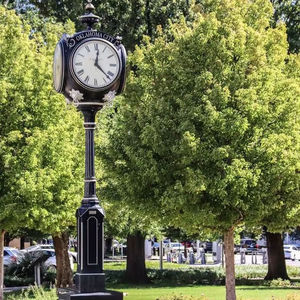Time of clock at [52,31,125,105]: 12:22
